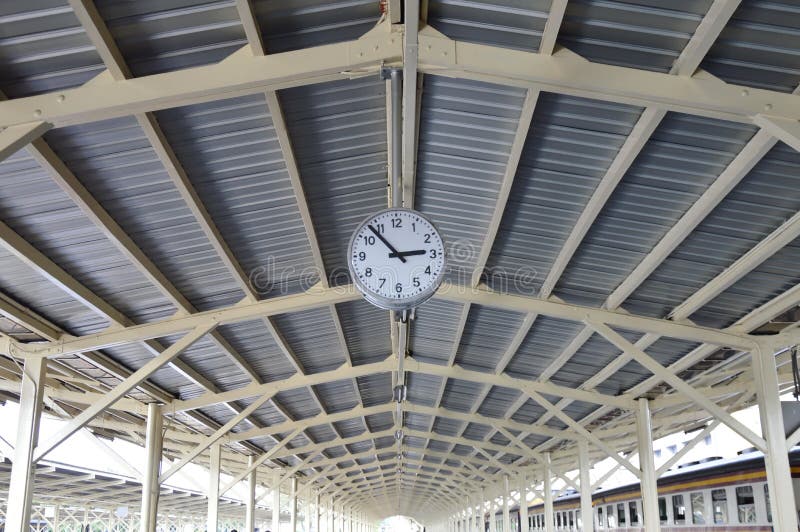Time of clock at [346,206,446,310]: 2:53
